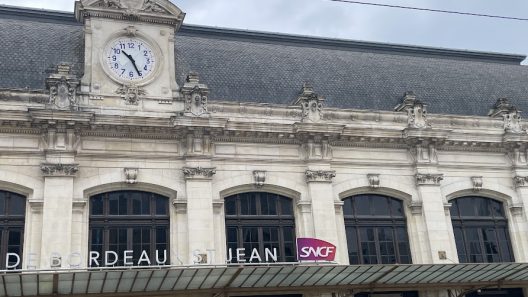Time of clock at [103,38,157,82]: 10:25
